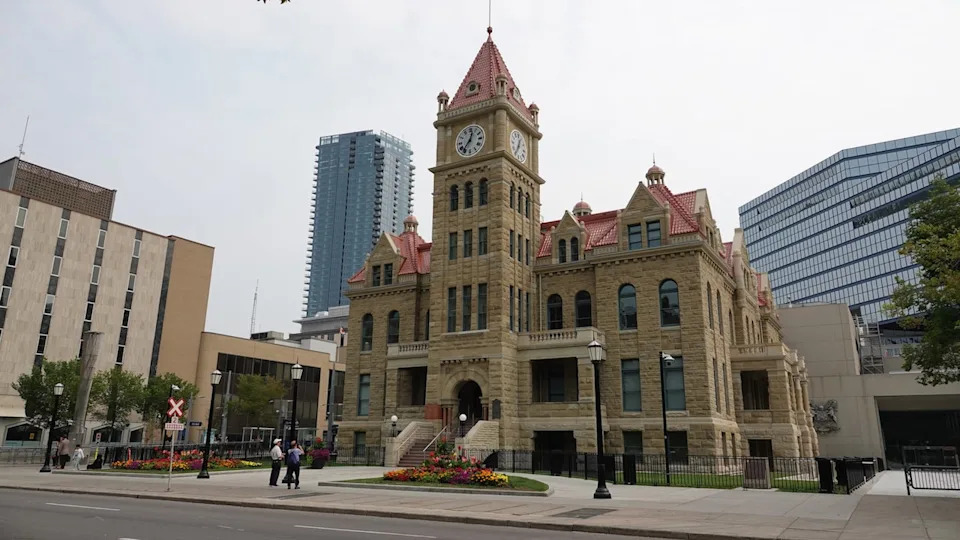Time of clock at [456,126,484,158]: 12:36
